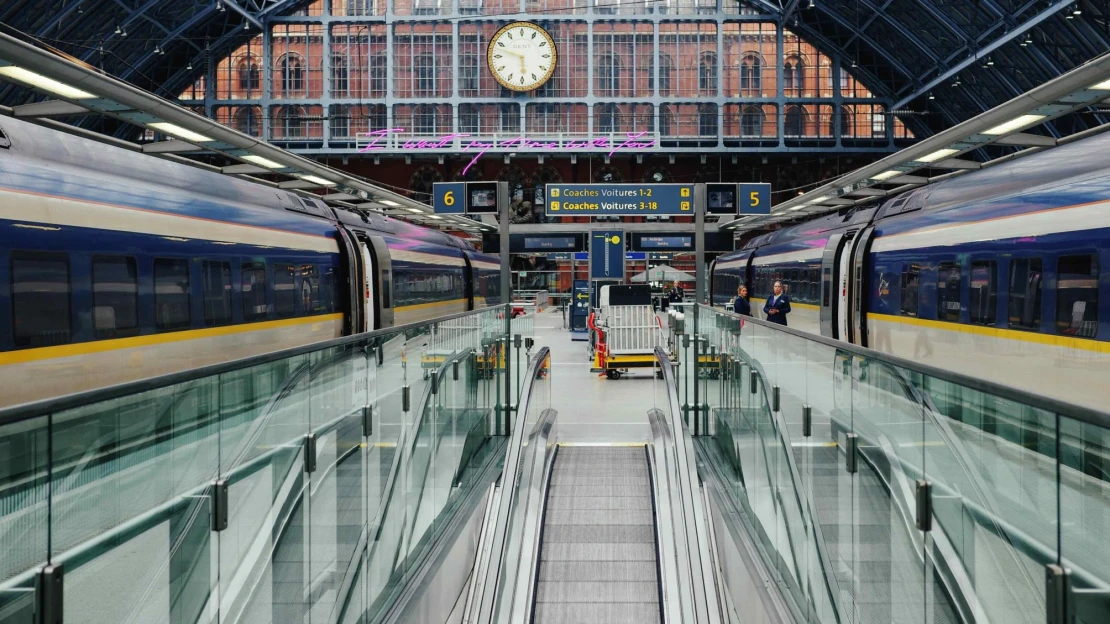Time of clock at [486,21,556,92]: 5:47
